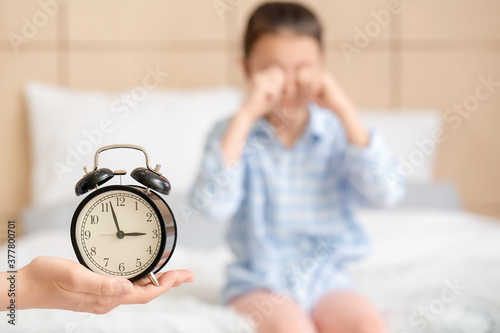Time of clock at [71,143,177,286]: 2:57
